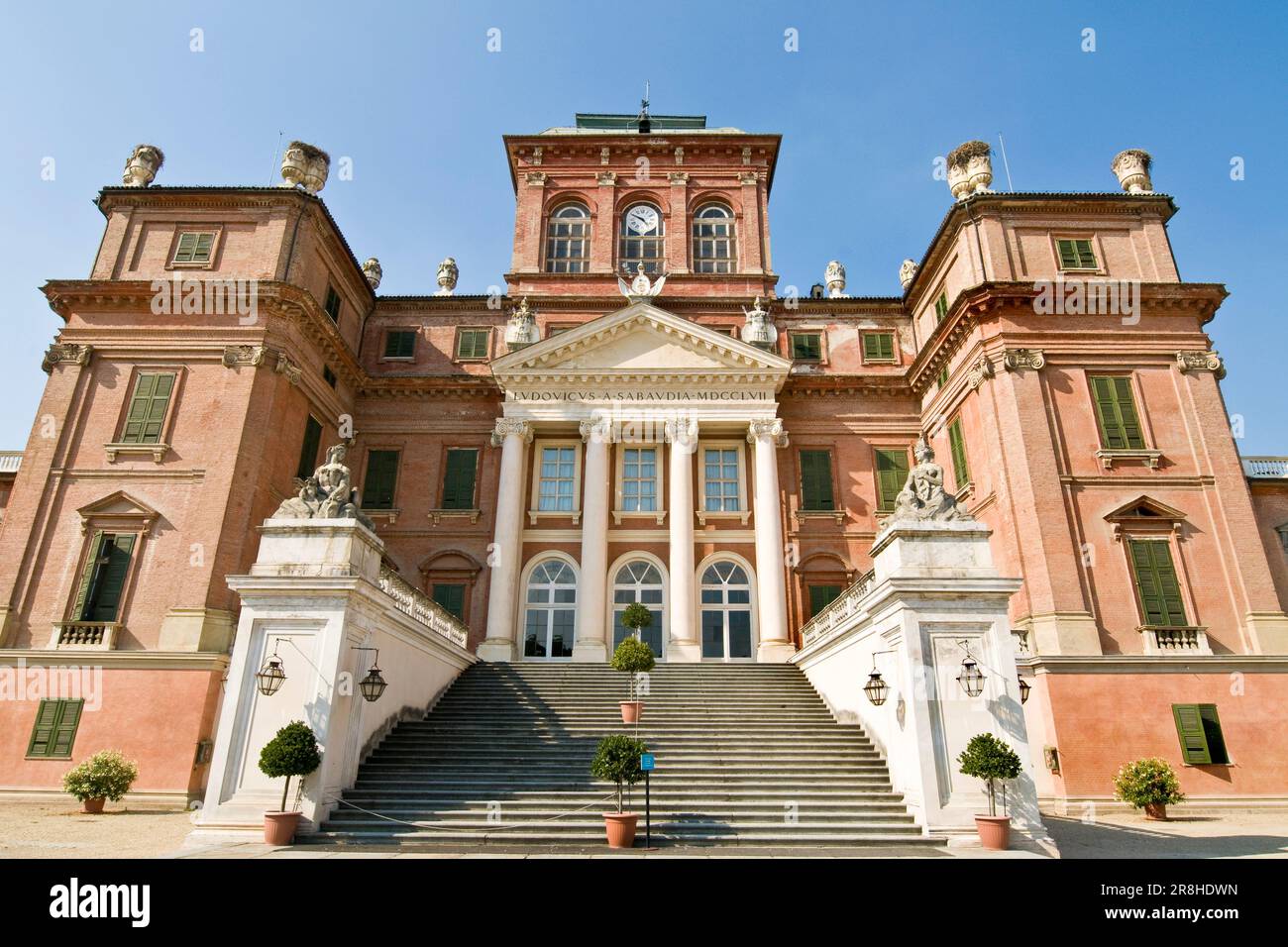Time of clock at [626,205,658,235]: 4:49
